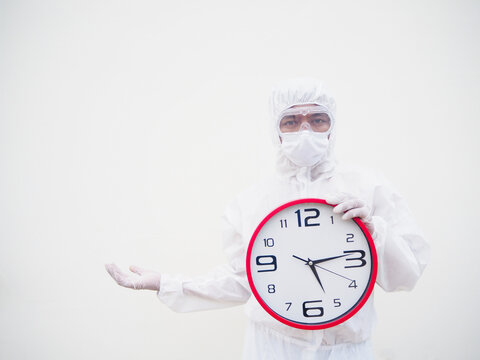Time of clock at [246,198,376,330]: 5:13
